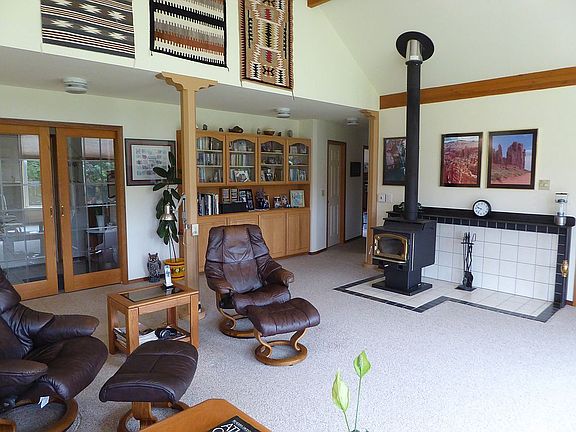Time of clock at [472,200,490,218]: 9:36
